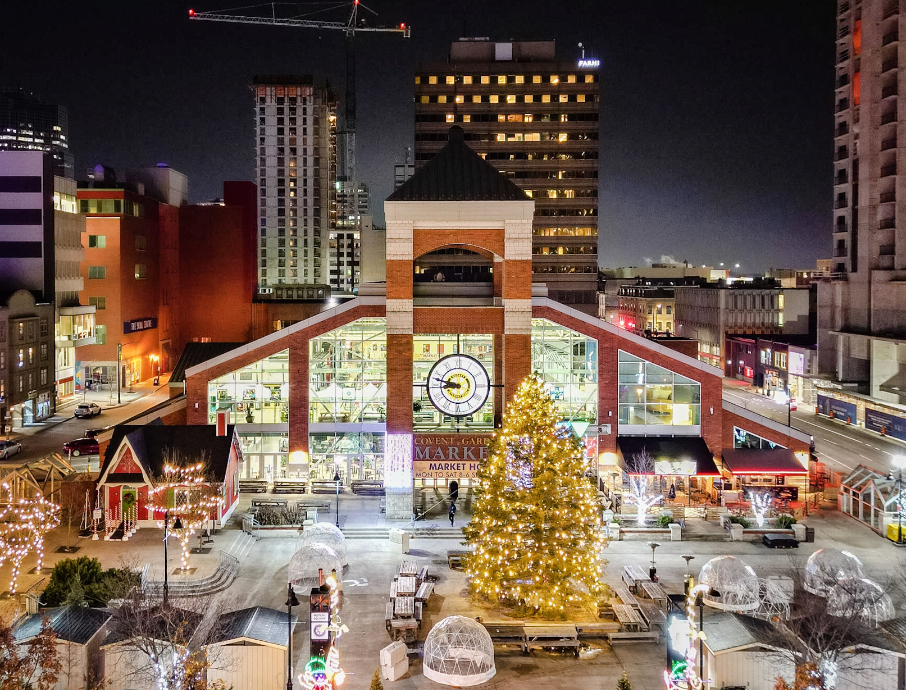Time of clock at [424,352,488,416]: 8:47
